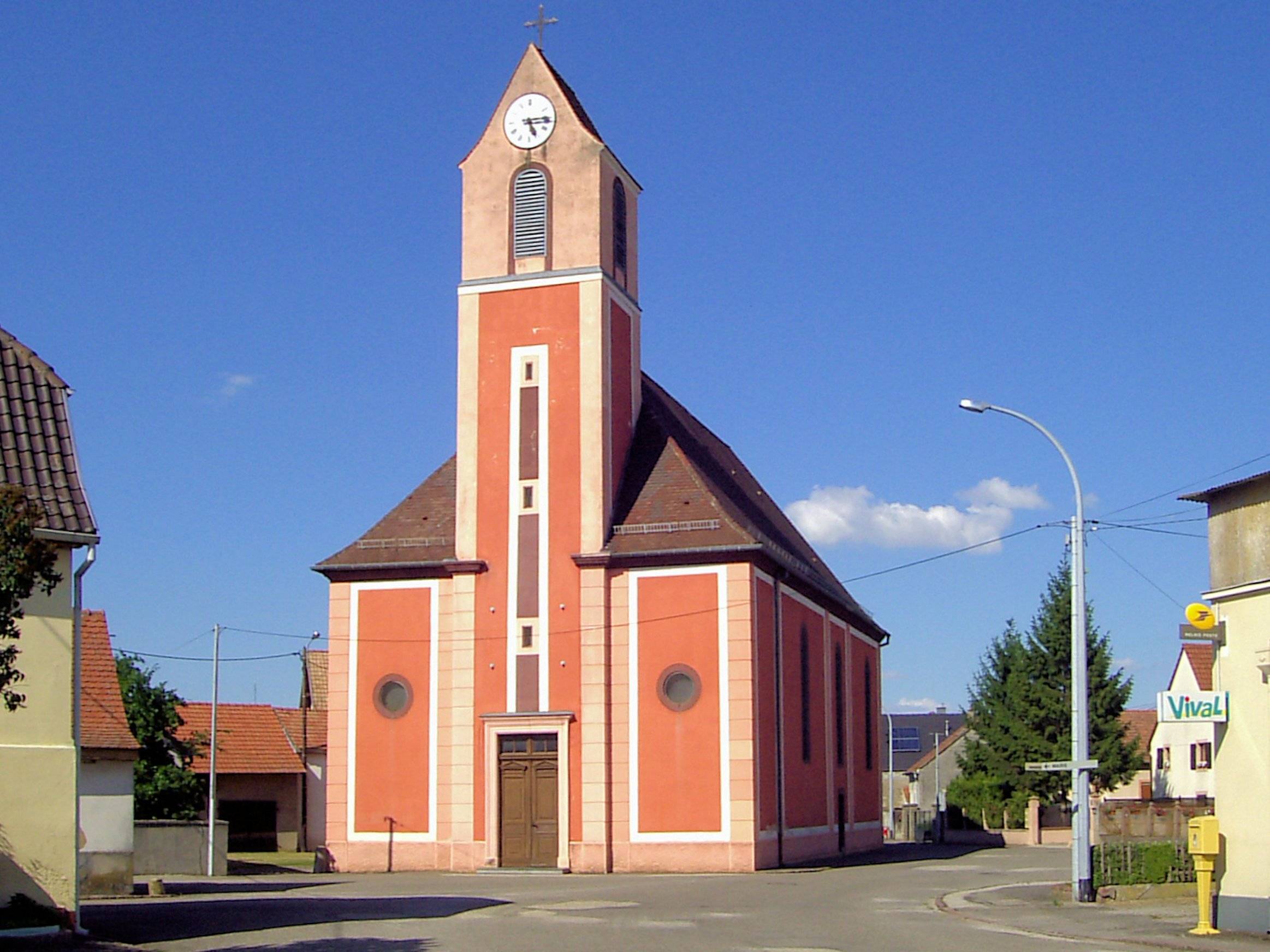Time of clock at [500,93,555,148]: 5:14
